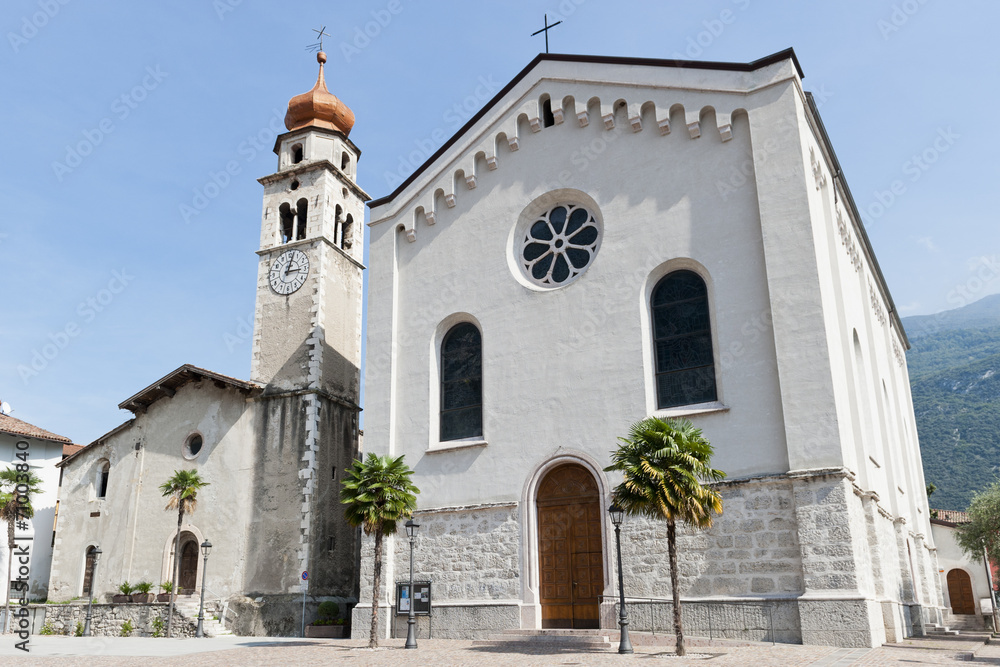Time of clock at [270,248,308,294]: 3:02
